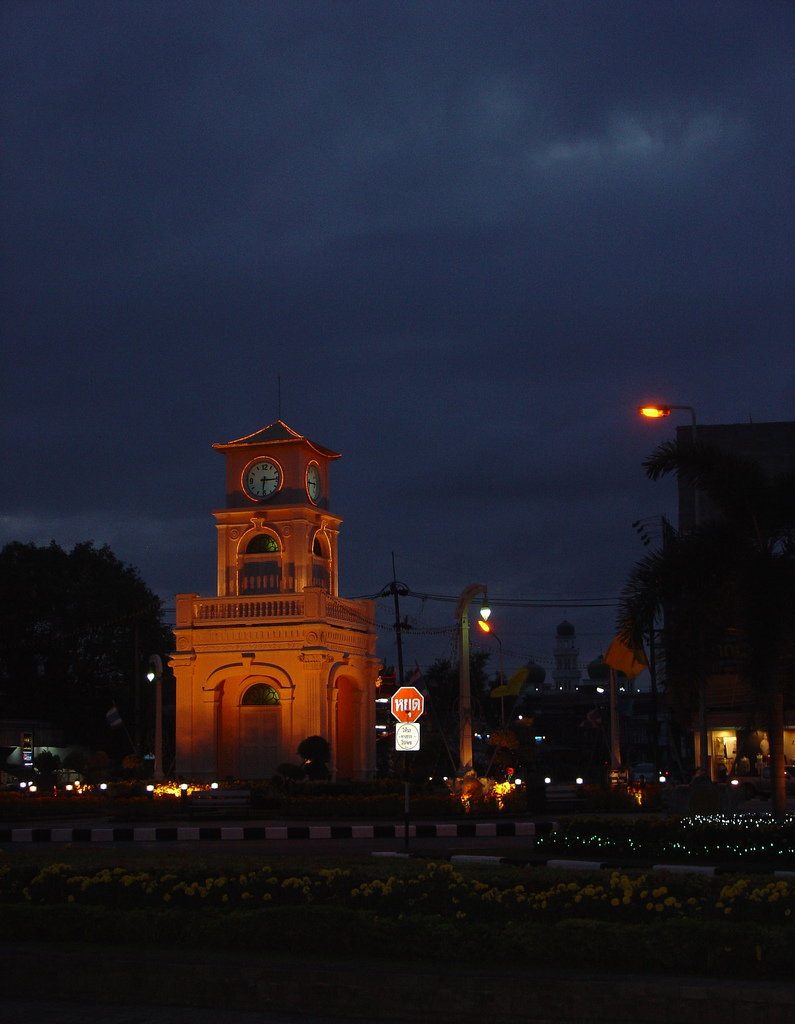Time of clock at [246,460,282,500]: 6:15
